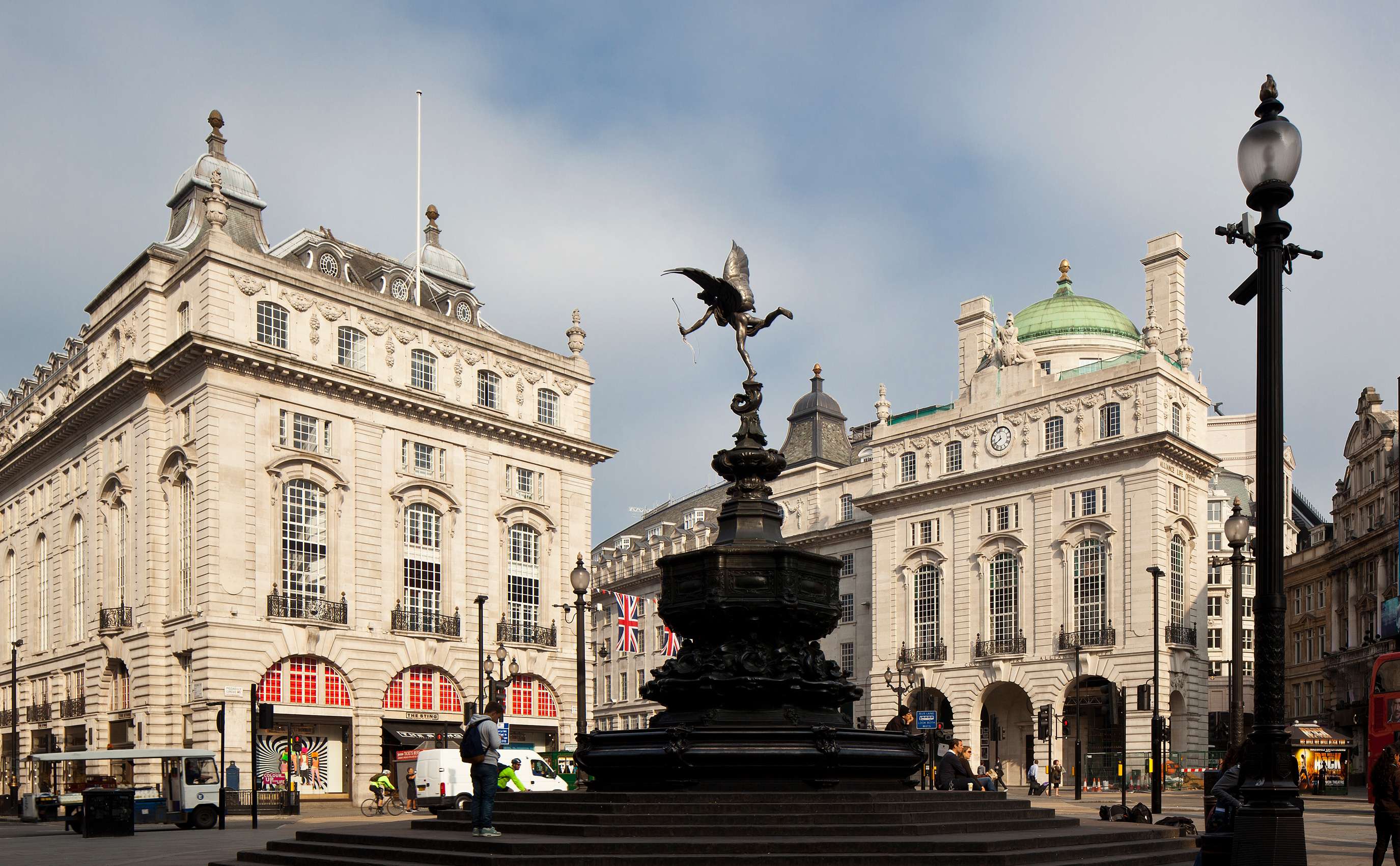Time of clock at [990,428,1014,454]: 7:58
